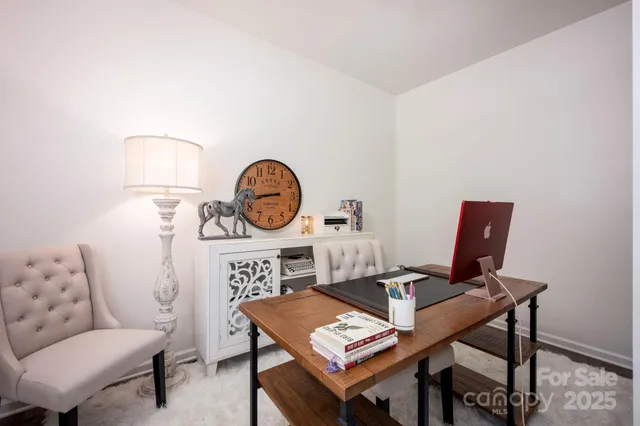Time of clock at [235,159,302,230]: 8:43
